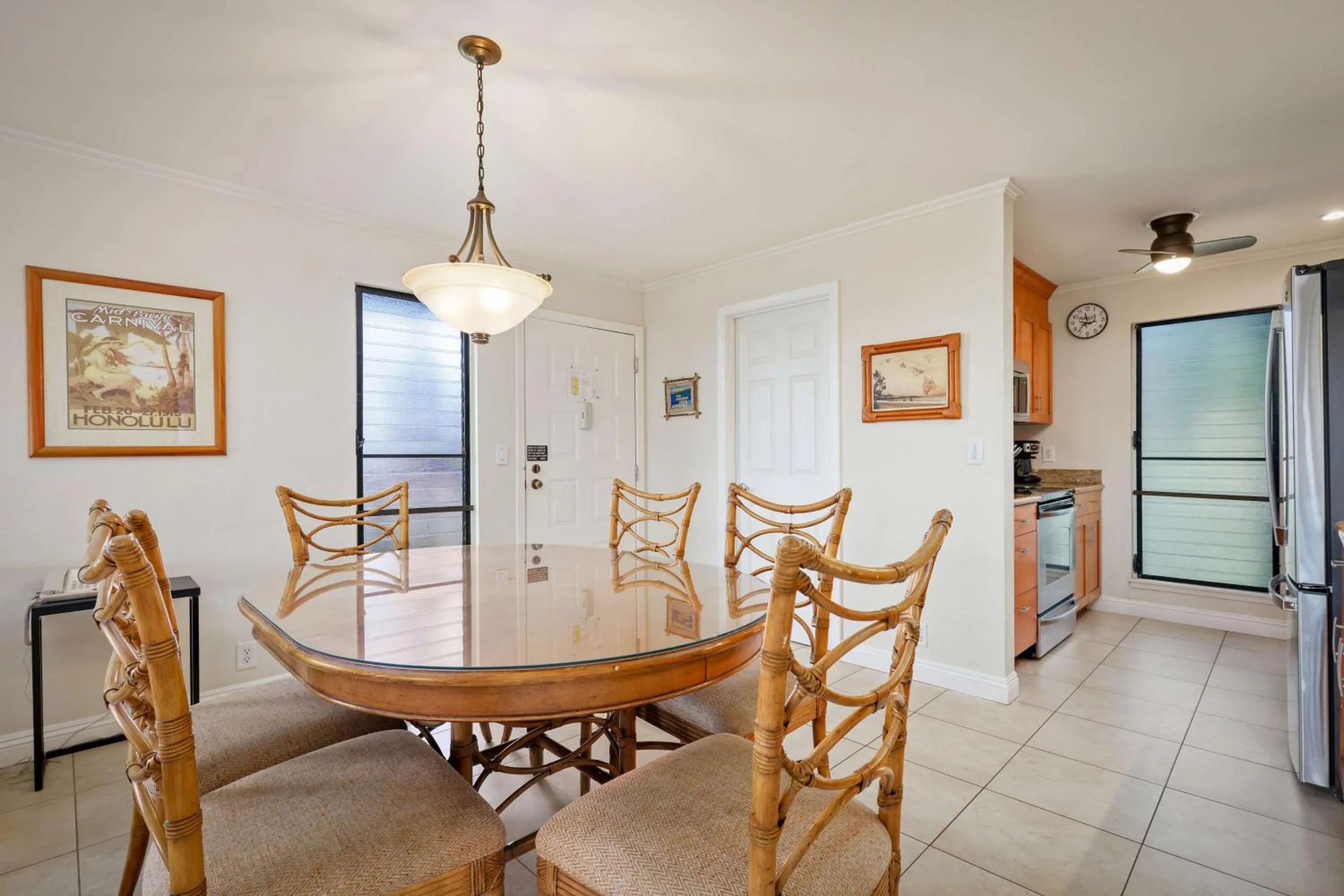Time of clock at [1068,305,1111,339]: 11:36
